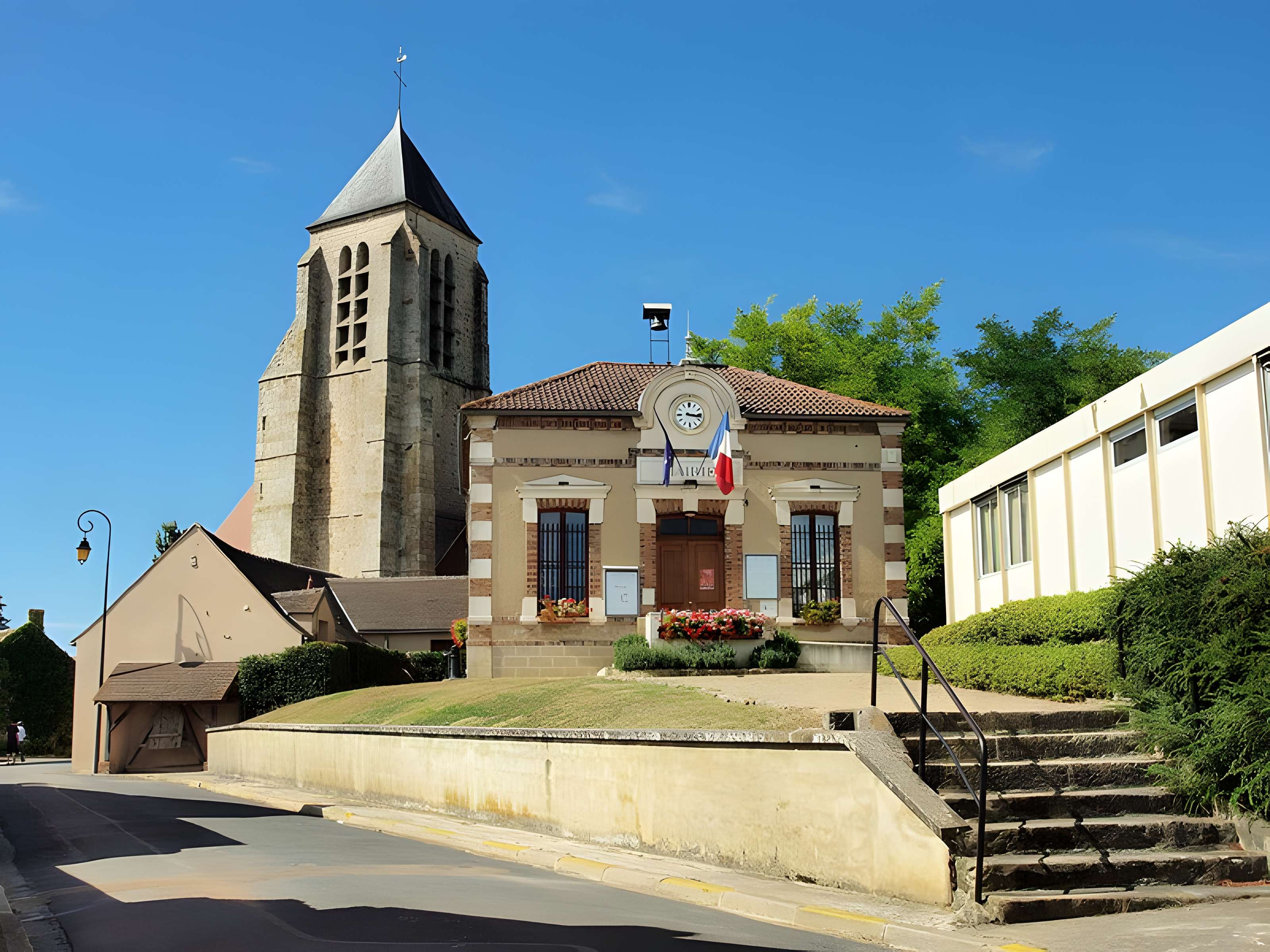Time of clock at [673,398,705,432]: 3:16
